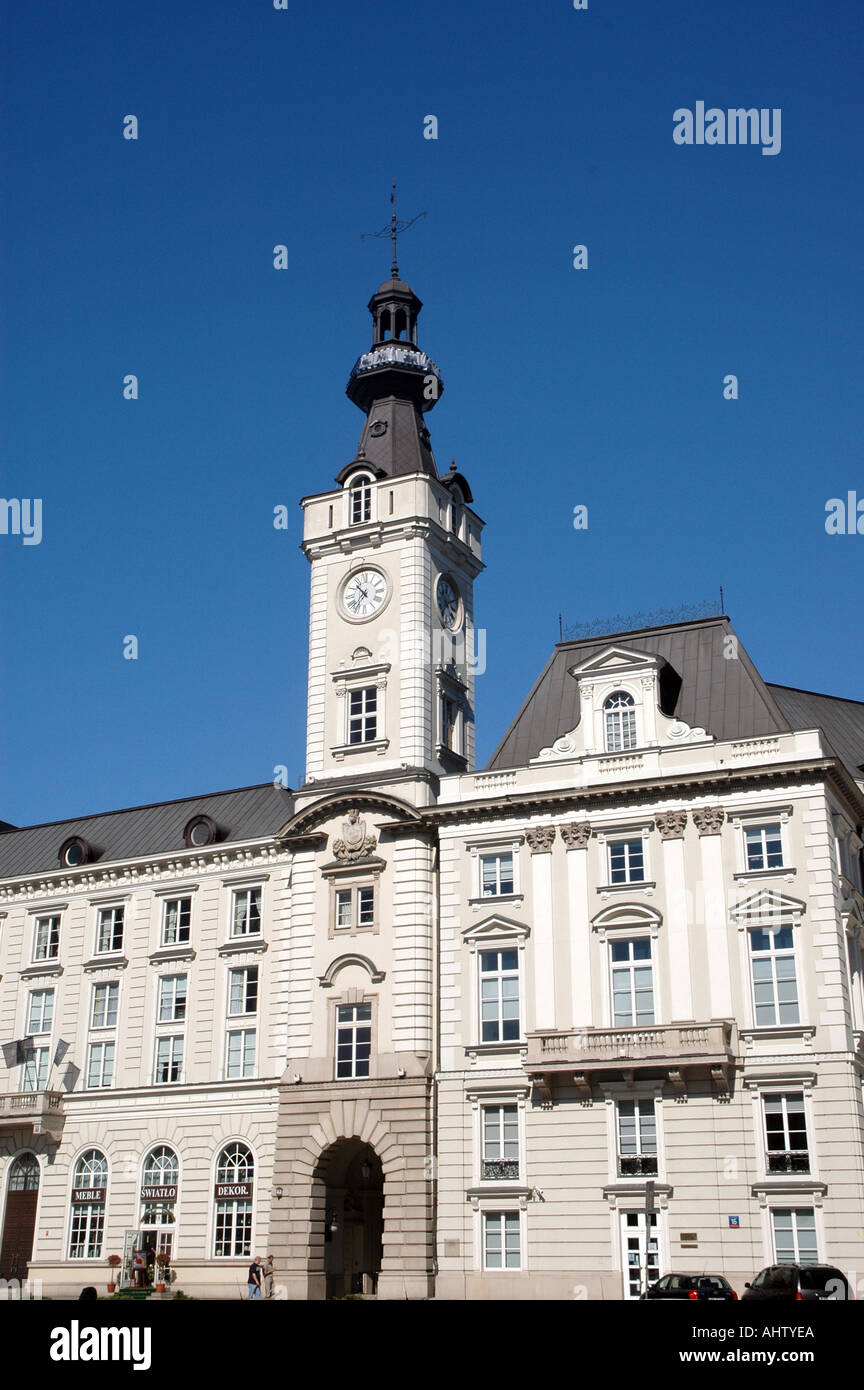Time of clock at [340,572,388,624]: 10:36
